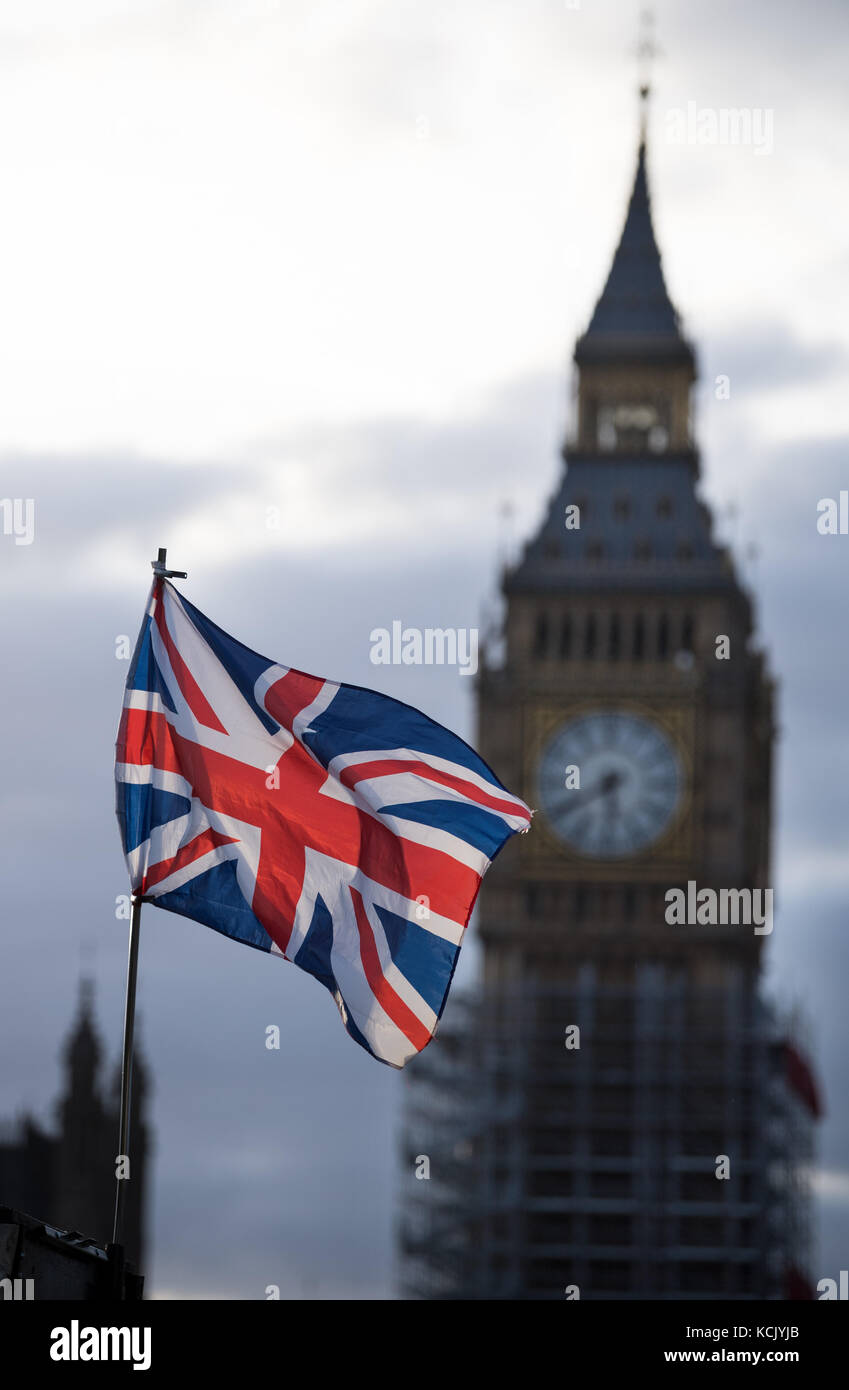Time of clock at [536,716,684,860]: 5:40
